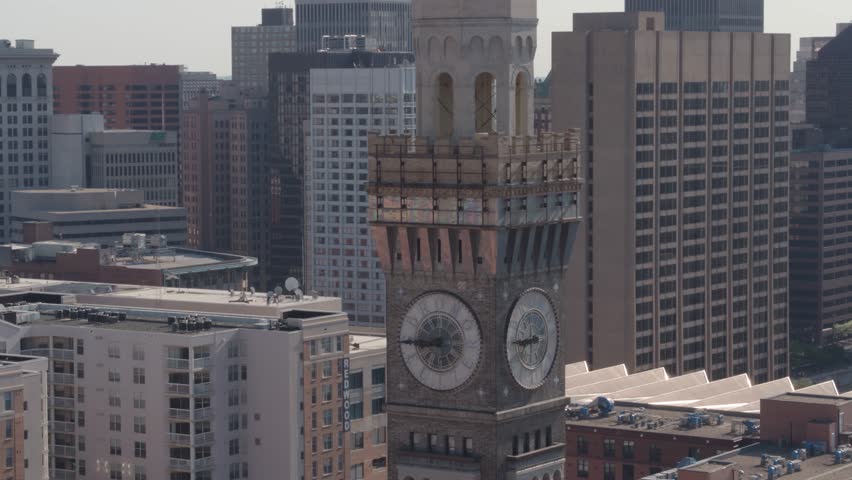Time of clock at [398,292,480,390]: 8:44
